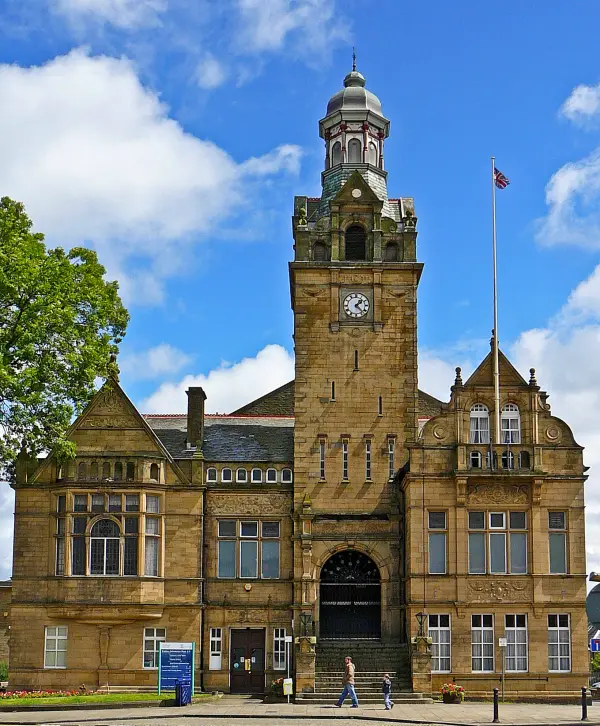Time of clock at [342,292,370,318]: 1:22
